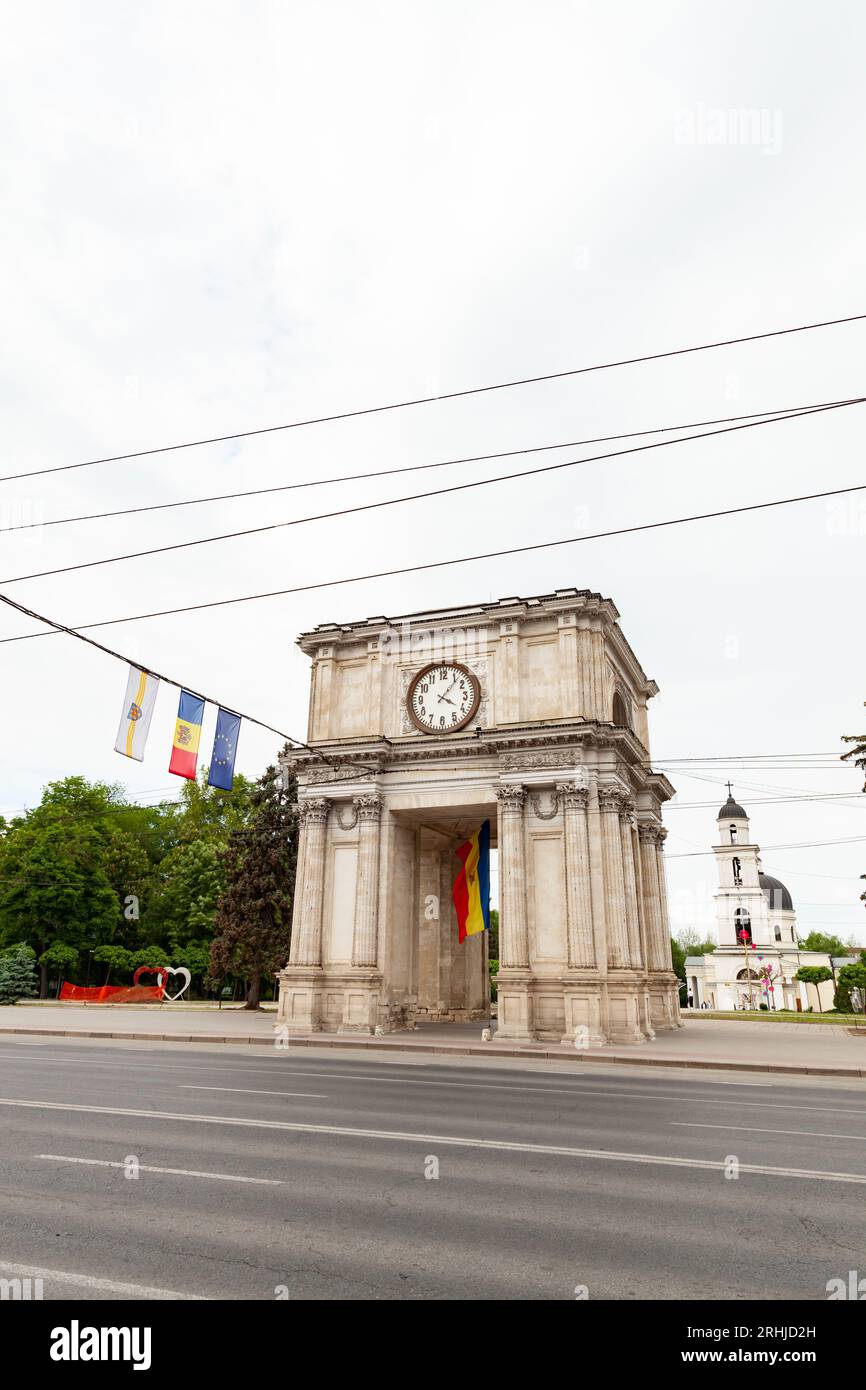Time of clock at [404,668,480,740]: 4:06
